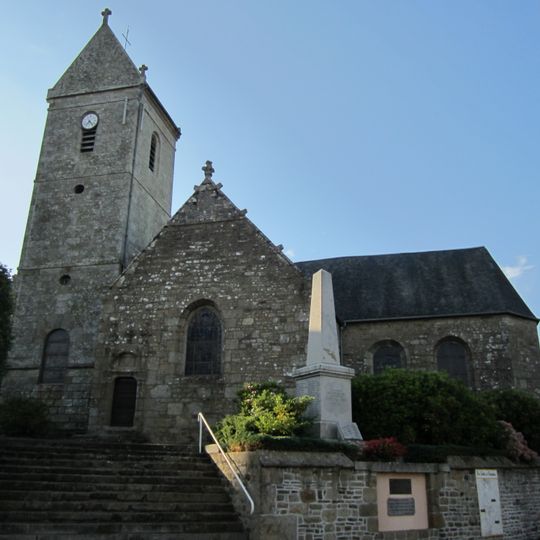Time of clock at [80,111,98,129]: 7:23
